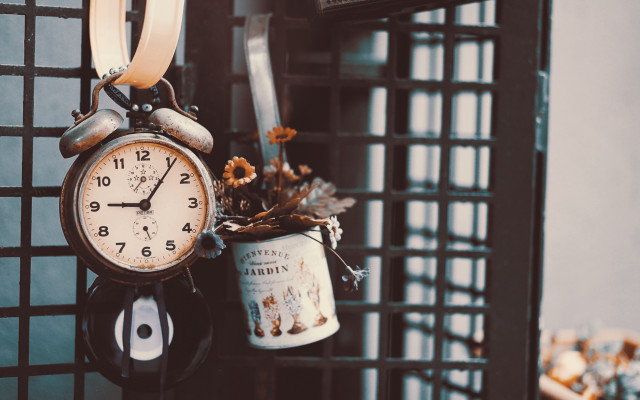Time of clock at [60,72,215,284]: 9:06
